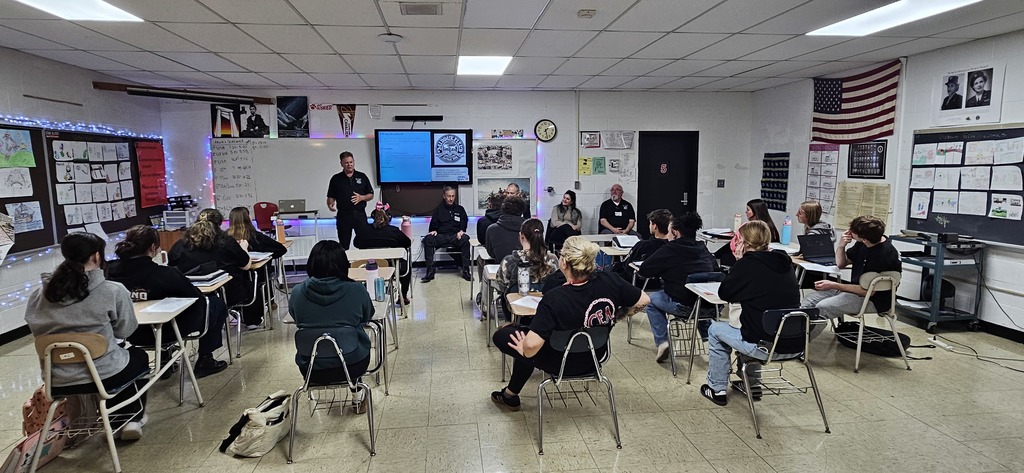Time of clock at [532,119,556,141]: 1:28
